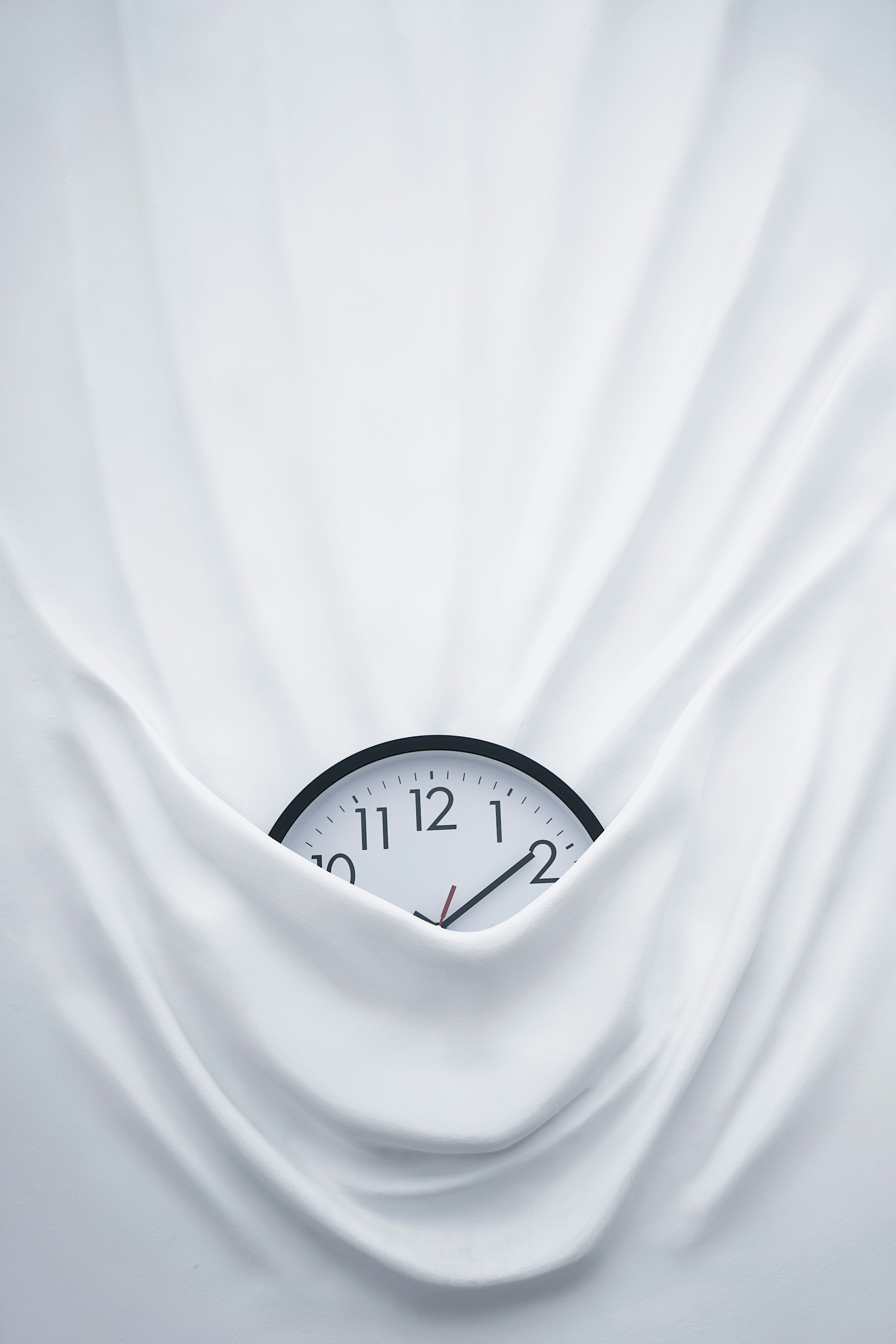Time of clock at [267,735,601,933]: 1:49
